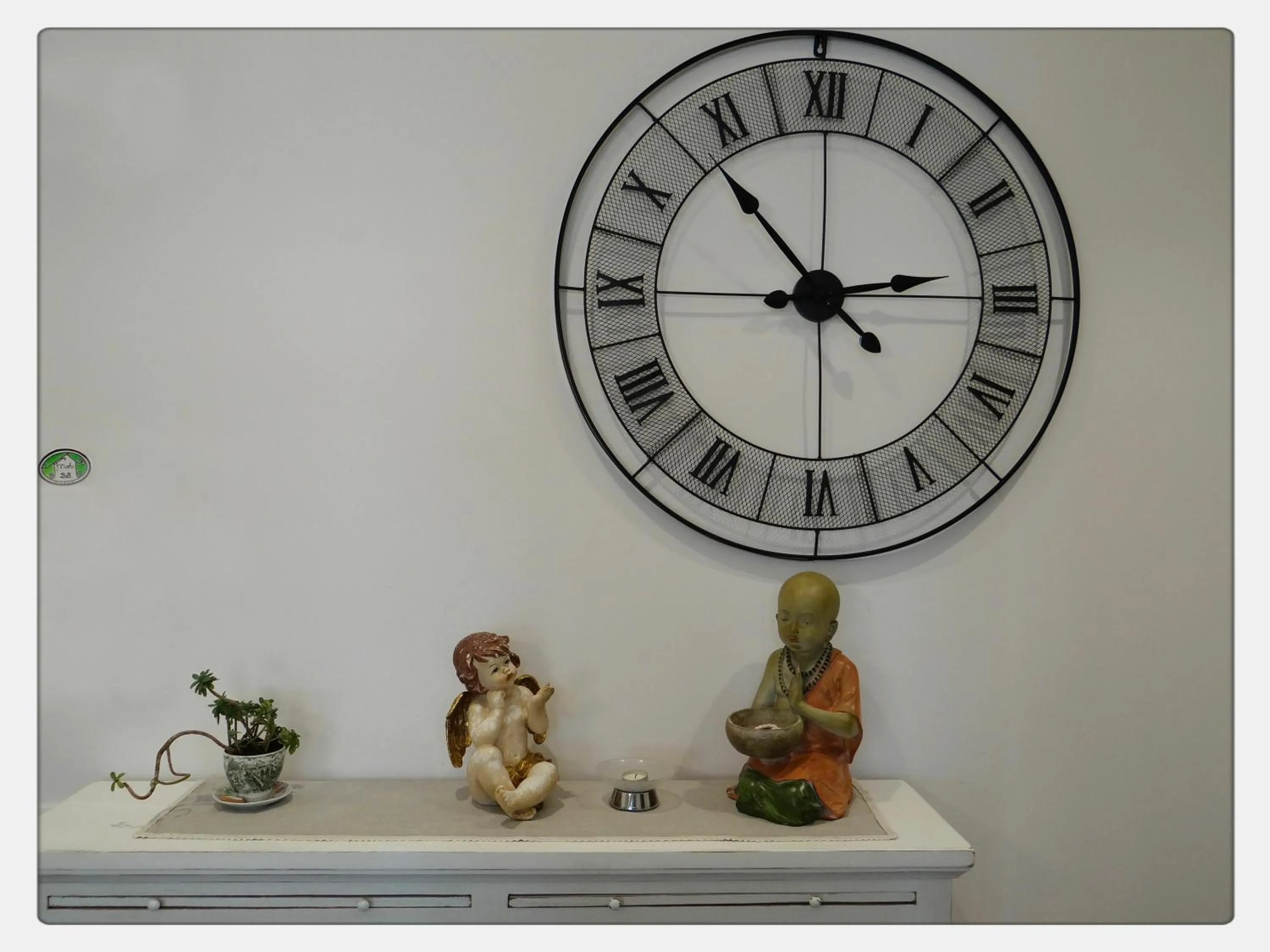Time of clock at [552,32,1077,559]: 2:53
